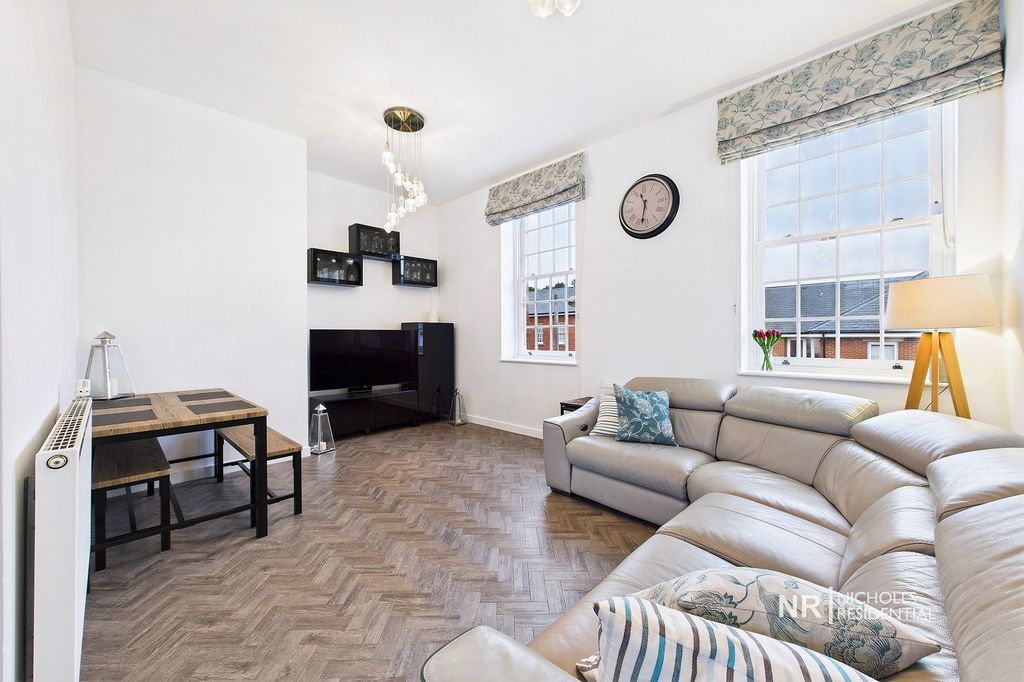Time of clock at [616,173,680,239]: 11:32
